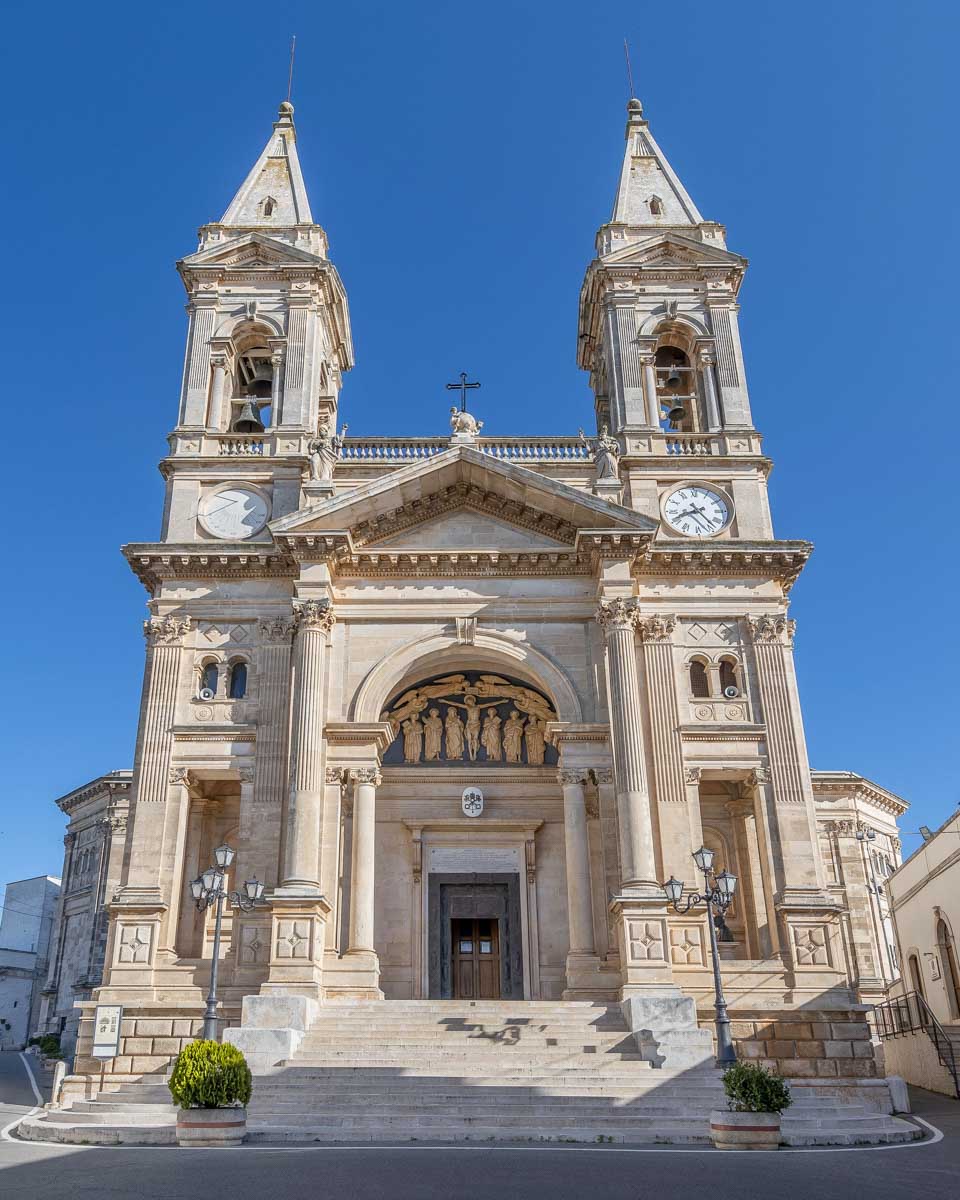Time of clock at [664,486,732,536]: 8:23
